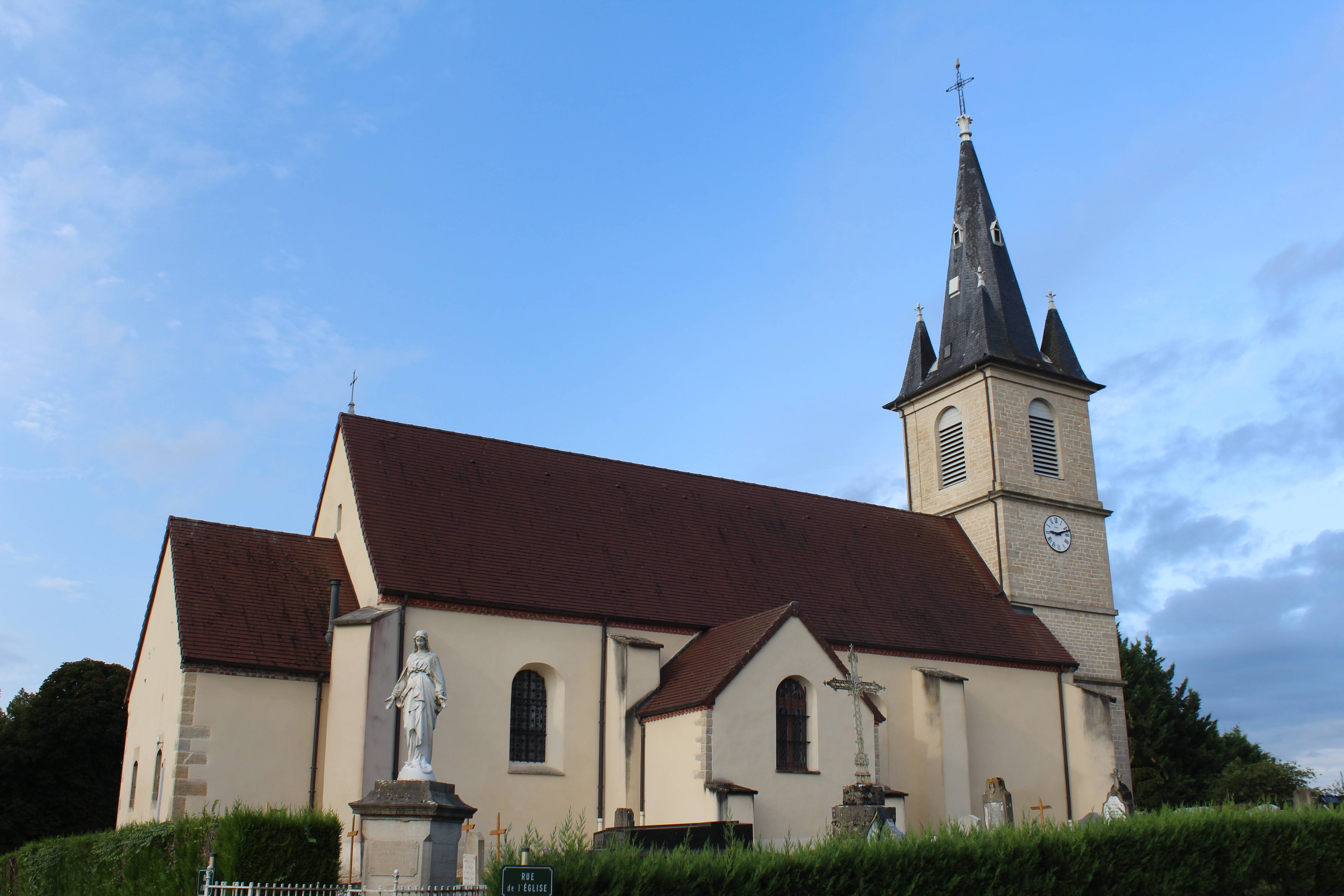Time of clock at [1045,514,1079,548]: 9:12
